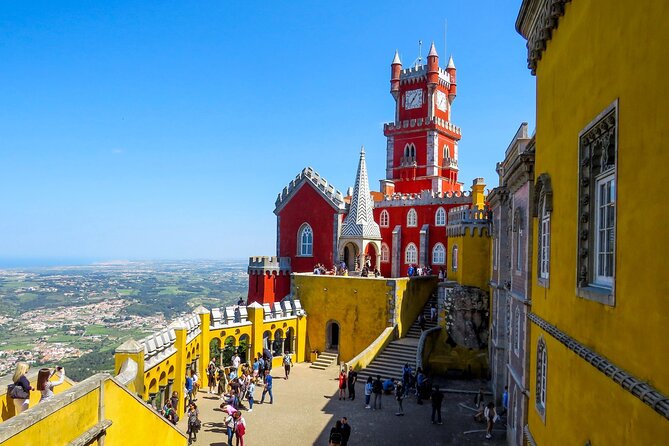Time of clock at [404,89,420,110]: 7:06
